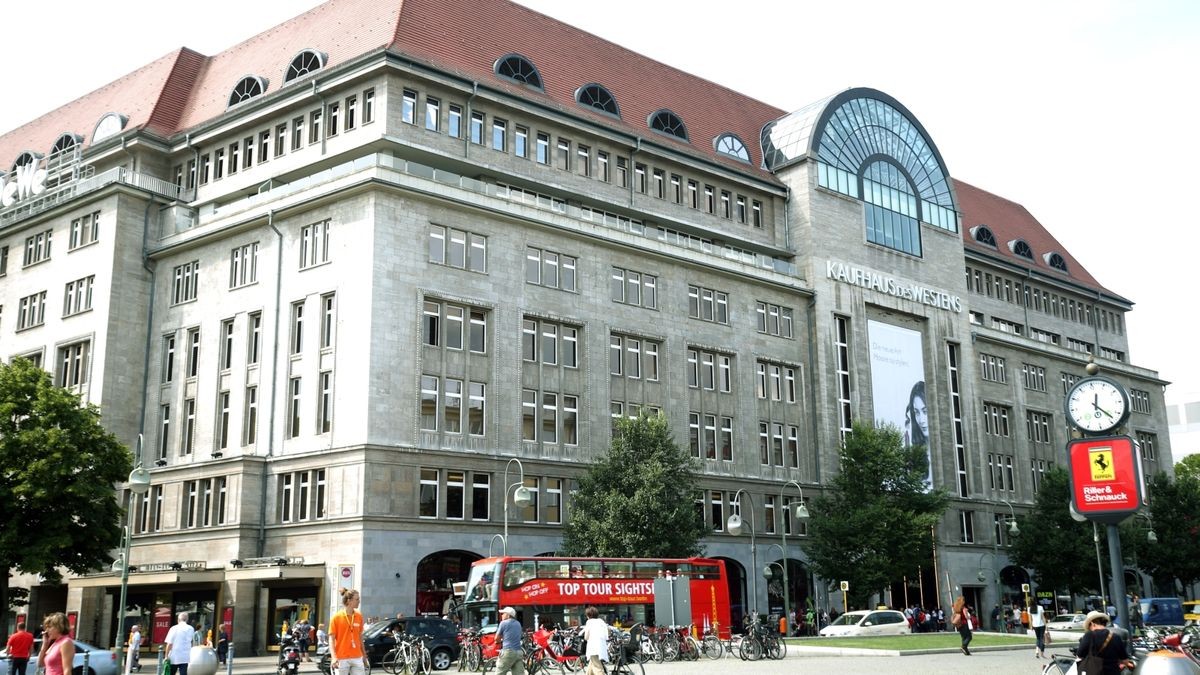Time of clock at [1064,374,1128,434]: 12:23
